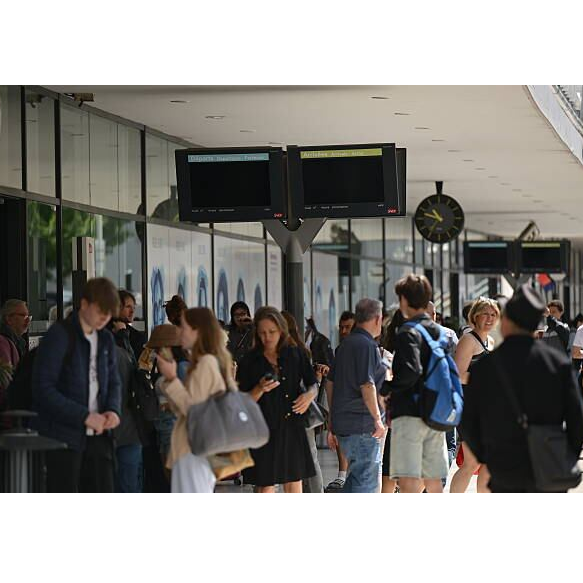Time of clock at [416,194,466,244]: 10:47
